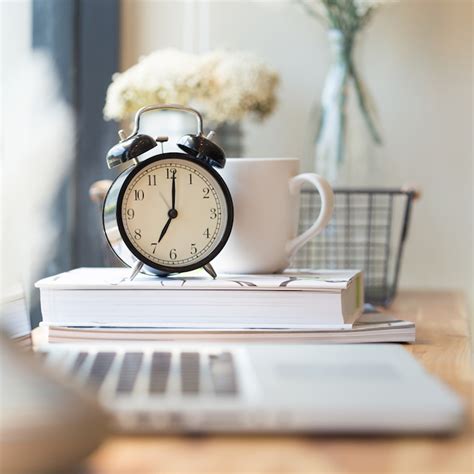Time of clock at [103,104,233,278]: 7:00
